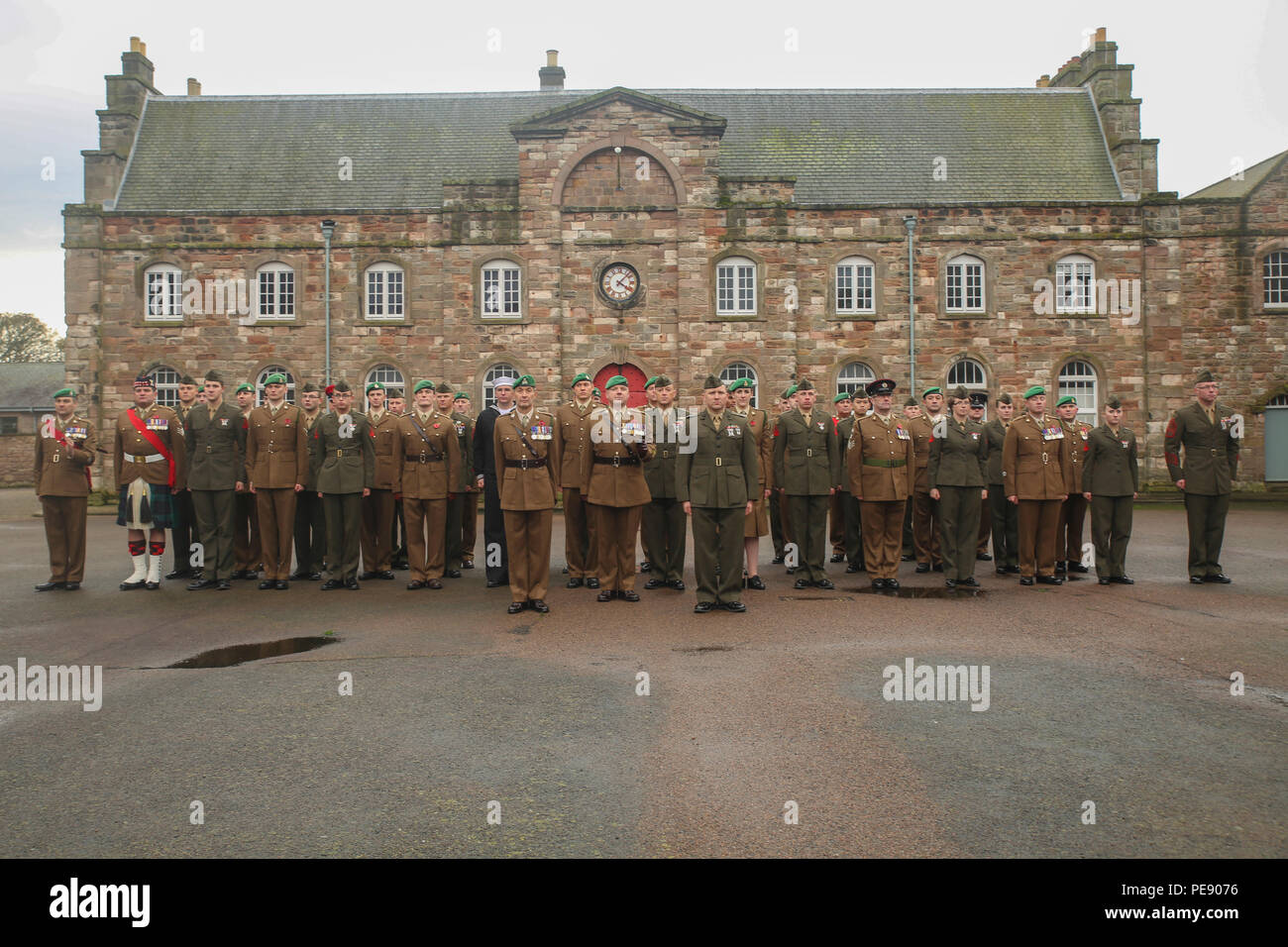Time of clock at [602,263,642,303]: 4:07
